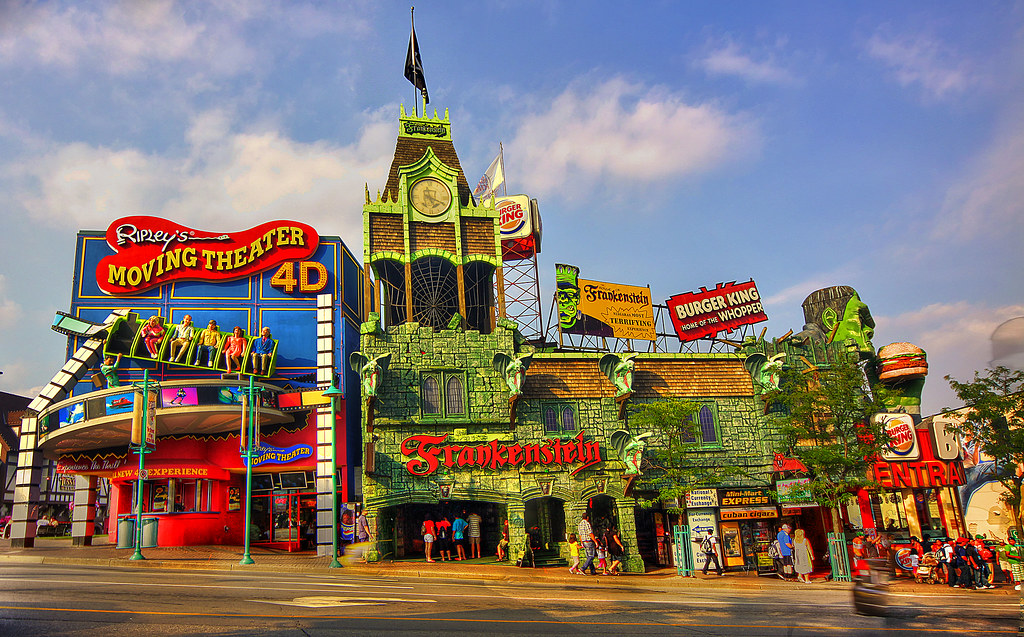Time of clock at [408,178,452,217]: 5:19
